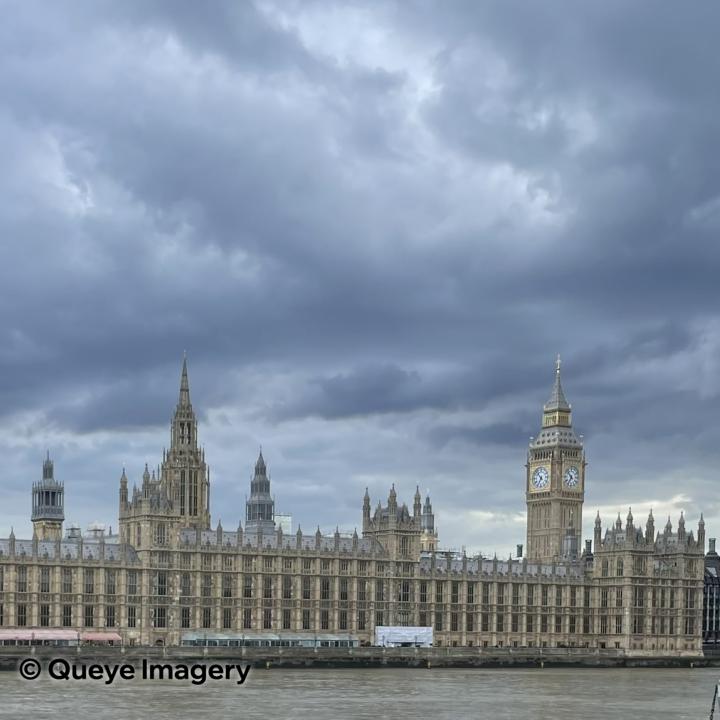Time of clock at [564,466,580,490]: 6:52
